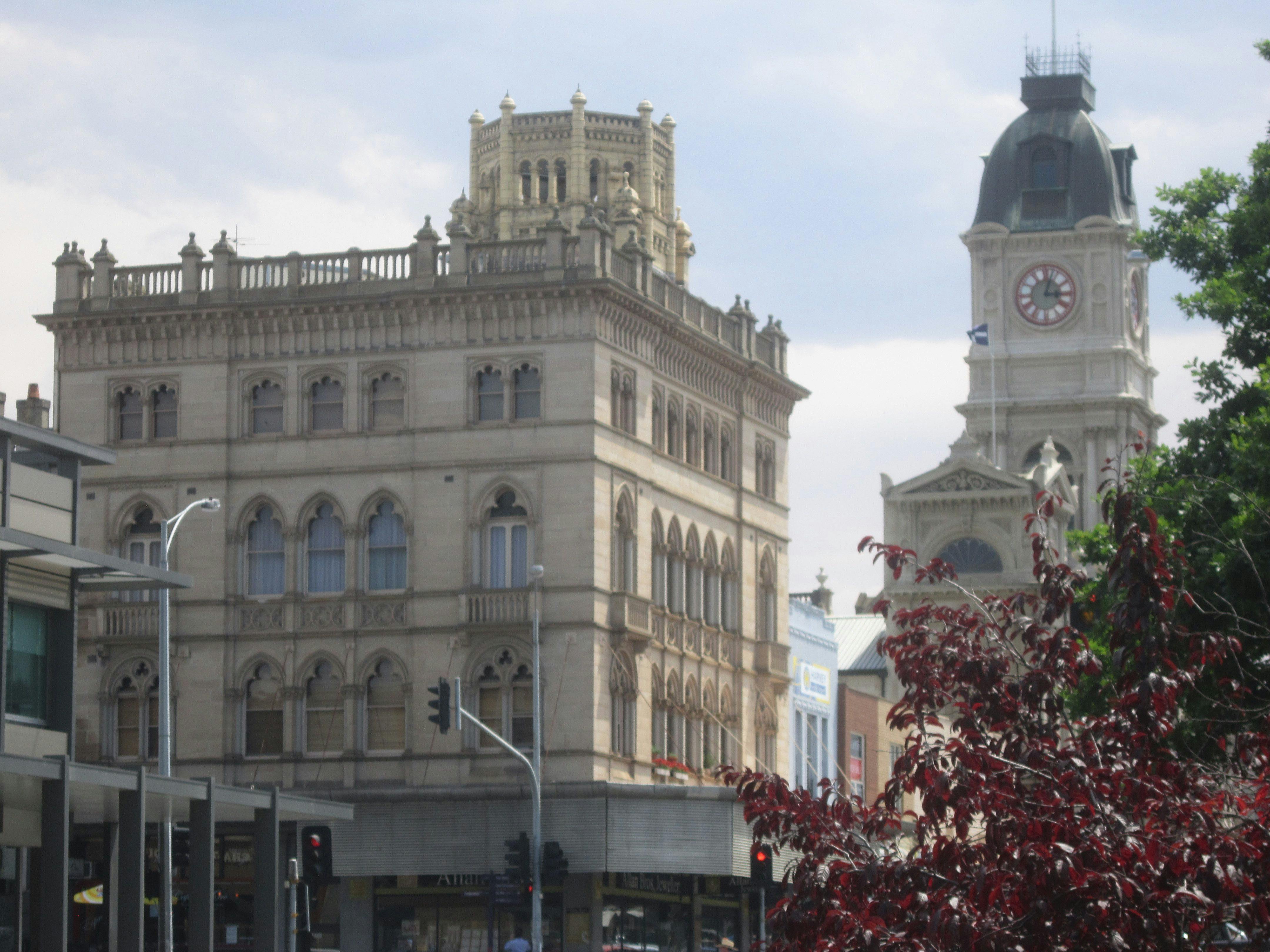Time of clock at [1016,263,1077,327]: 3:02
